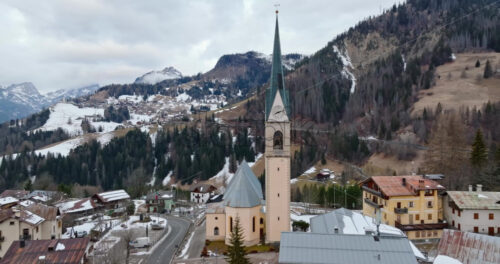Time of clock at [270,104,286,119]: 8:12
